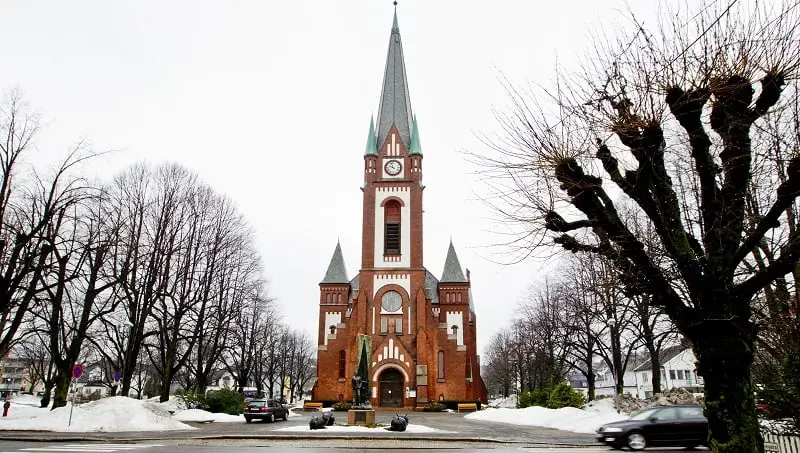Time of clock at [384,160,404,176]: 9:57
